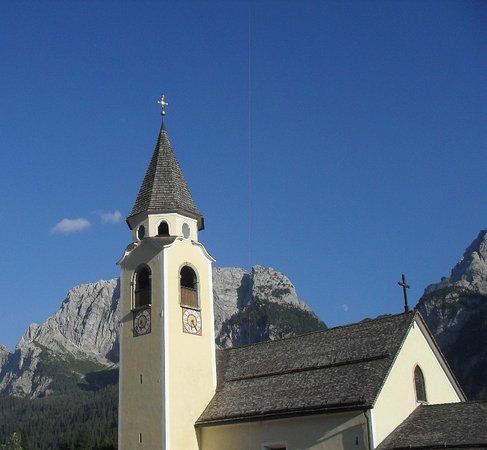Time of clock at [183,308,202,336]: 6:24
